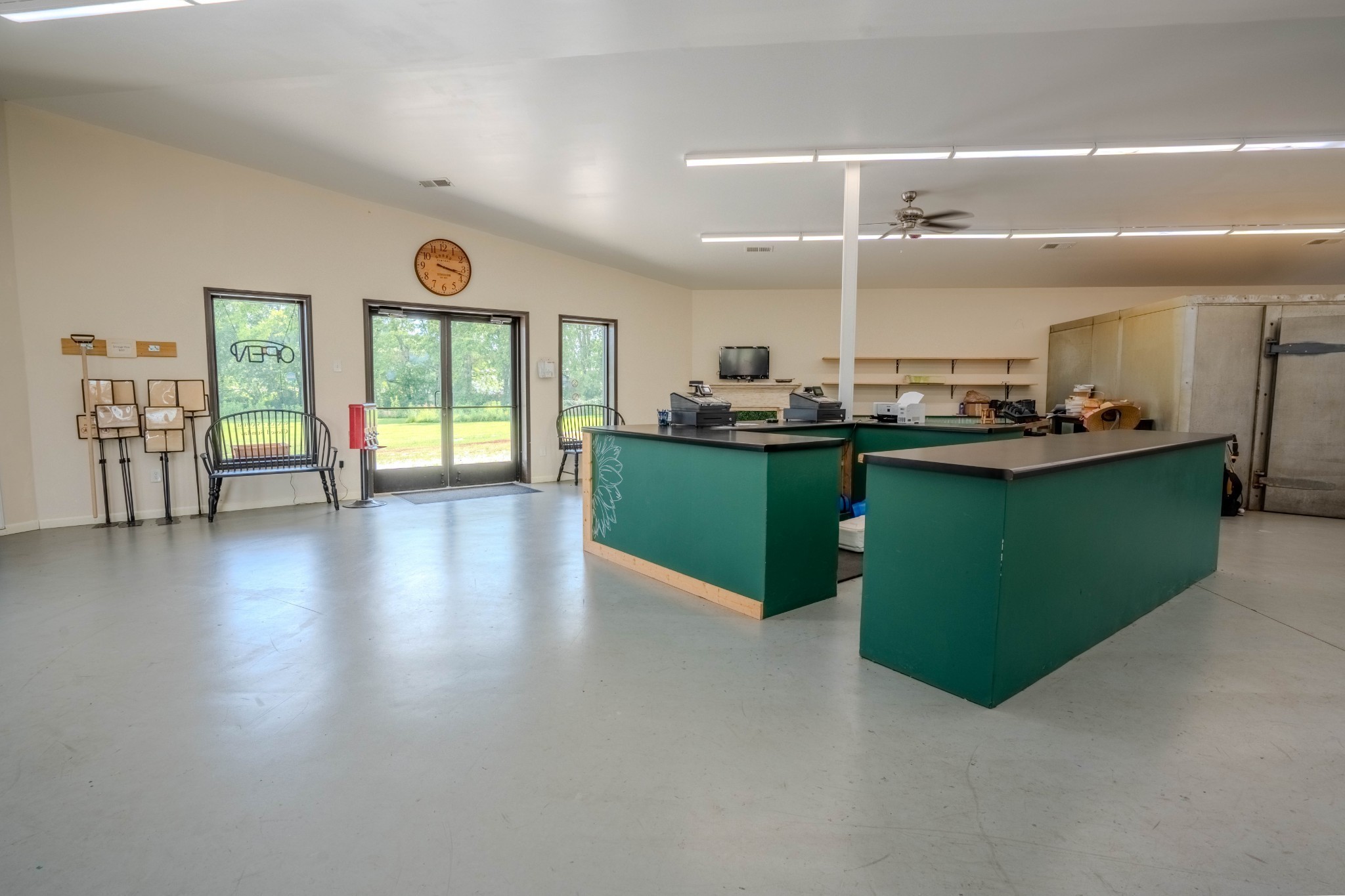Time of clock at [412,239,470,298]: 3:17
